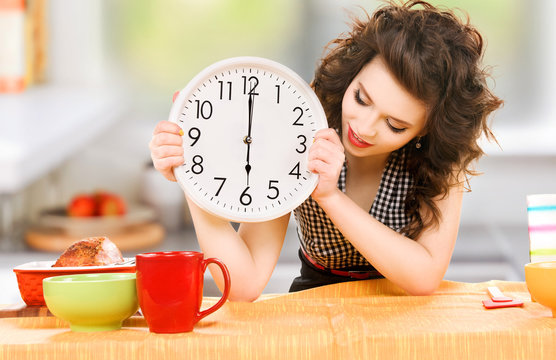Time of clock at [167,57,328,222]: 6:00
